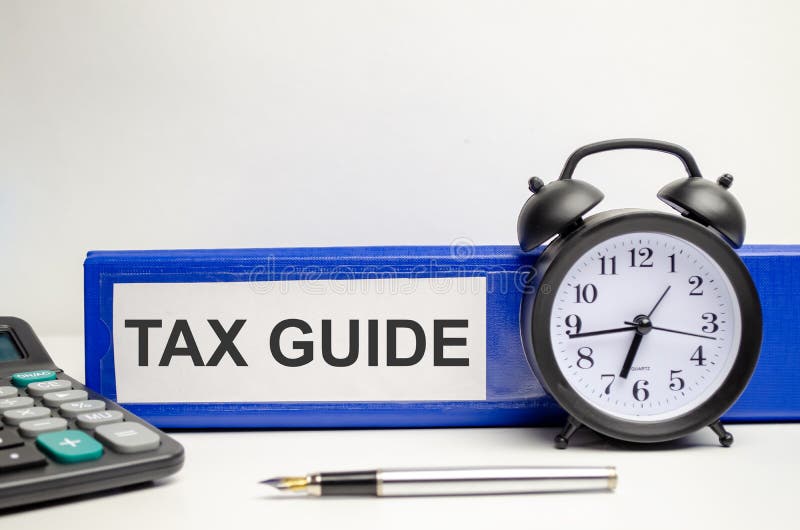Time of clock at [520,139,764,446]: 6:43
